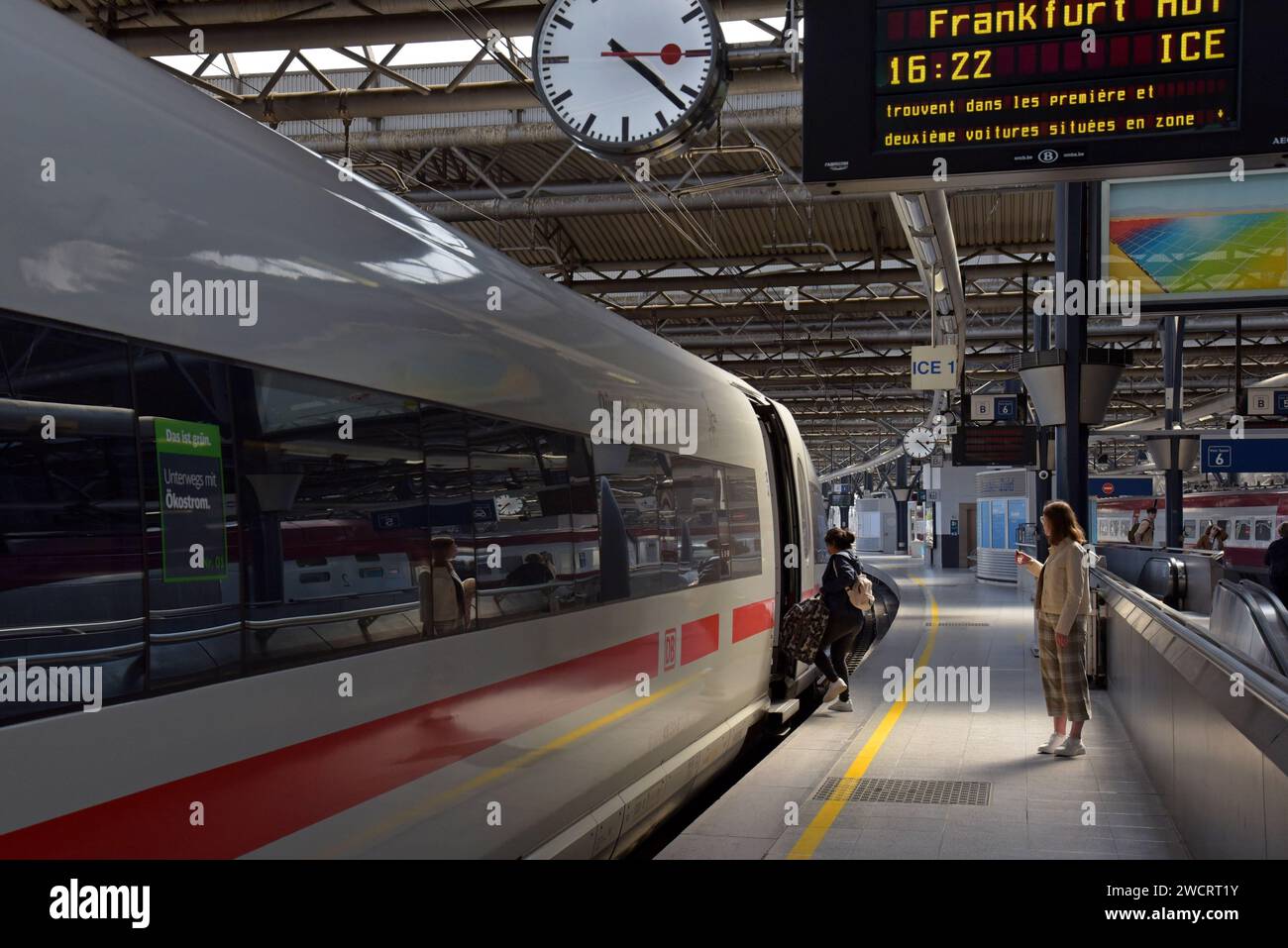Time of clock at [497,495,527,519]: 8:38
